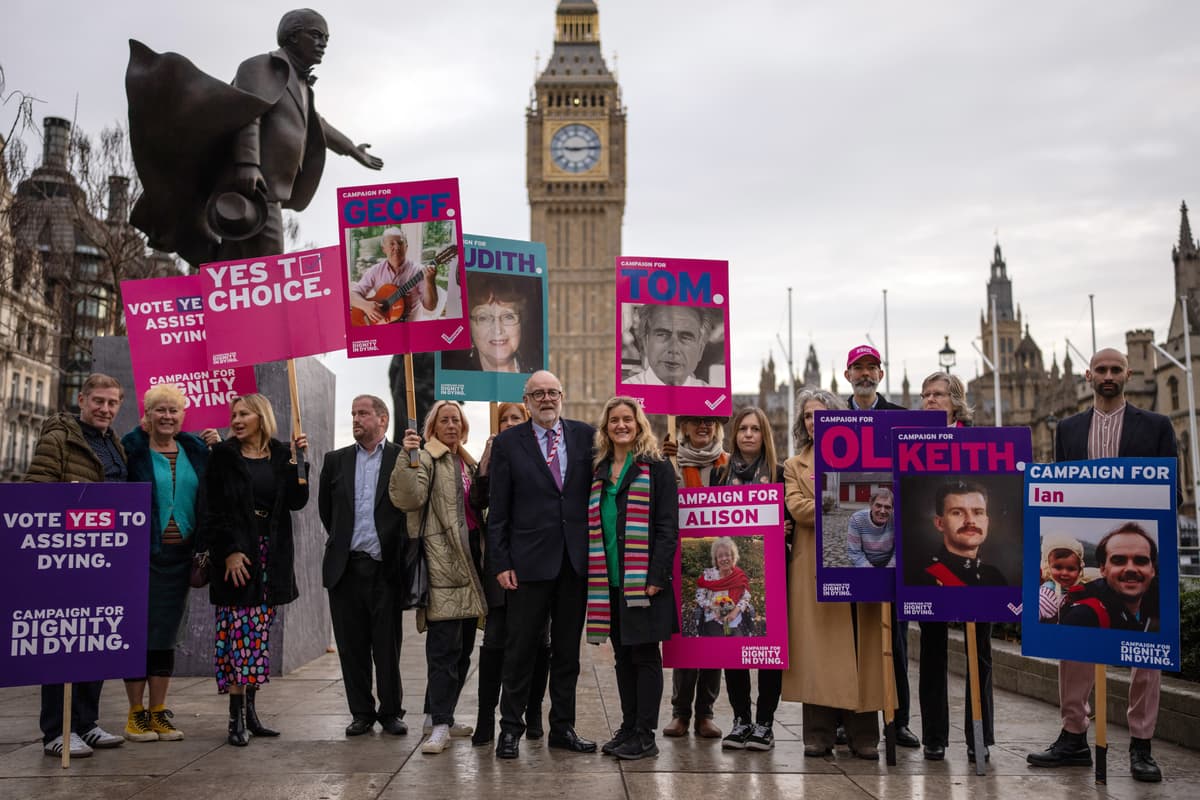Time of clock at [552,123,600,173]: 9:13
